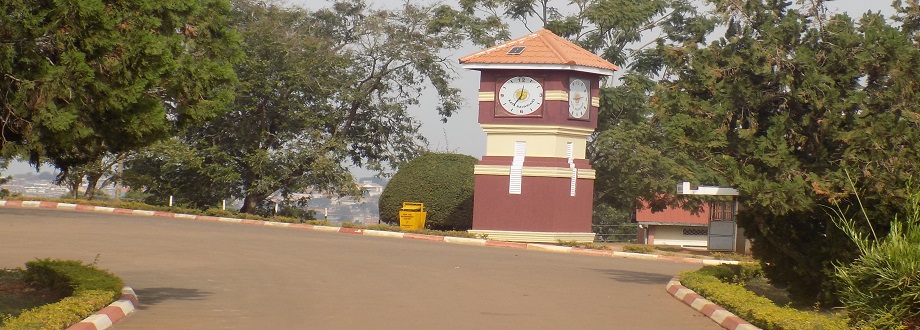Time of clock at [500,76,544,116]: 12:35
